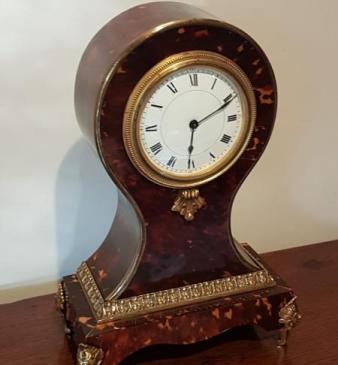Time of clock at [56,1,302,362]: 6:10
